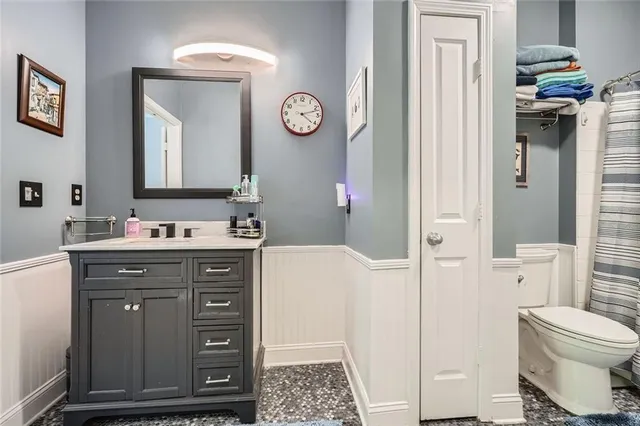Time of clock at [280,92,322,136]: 4:12
